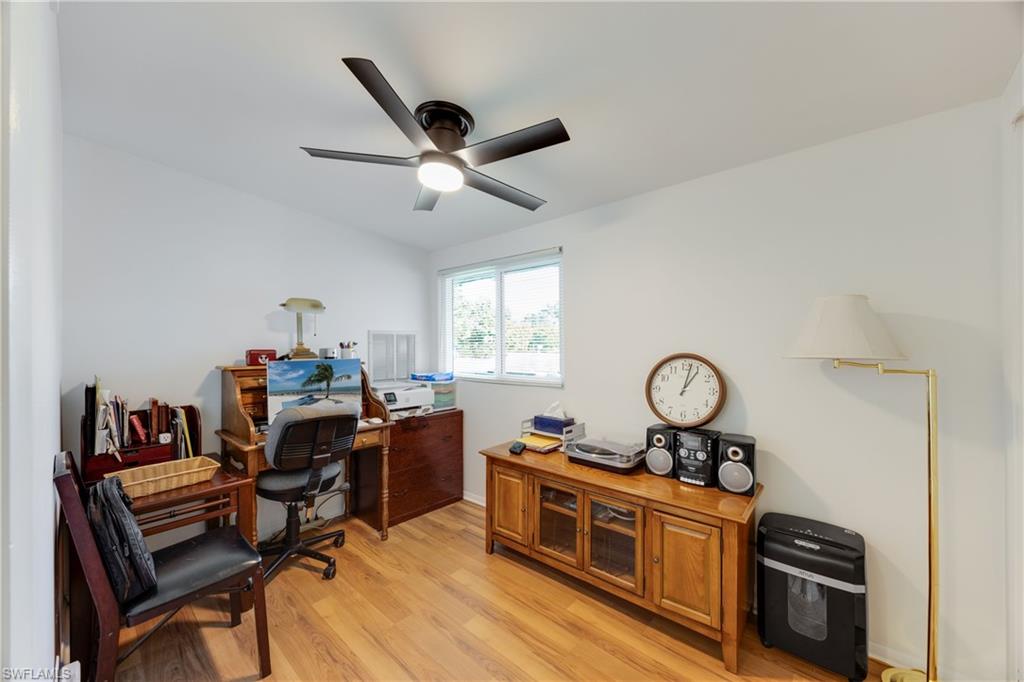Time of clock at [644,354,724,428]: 1:02
